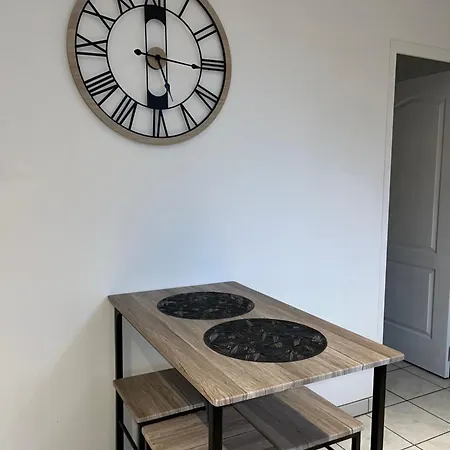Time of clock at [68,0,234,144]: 5:15
